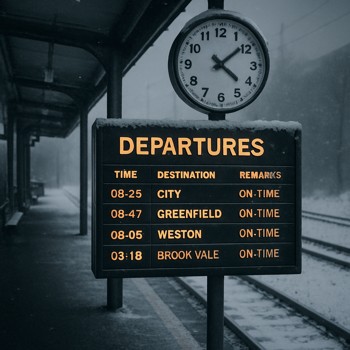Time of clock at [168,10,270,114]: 4:08
